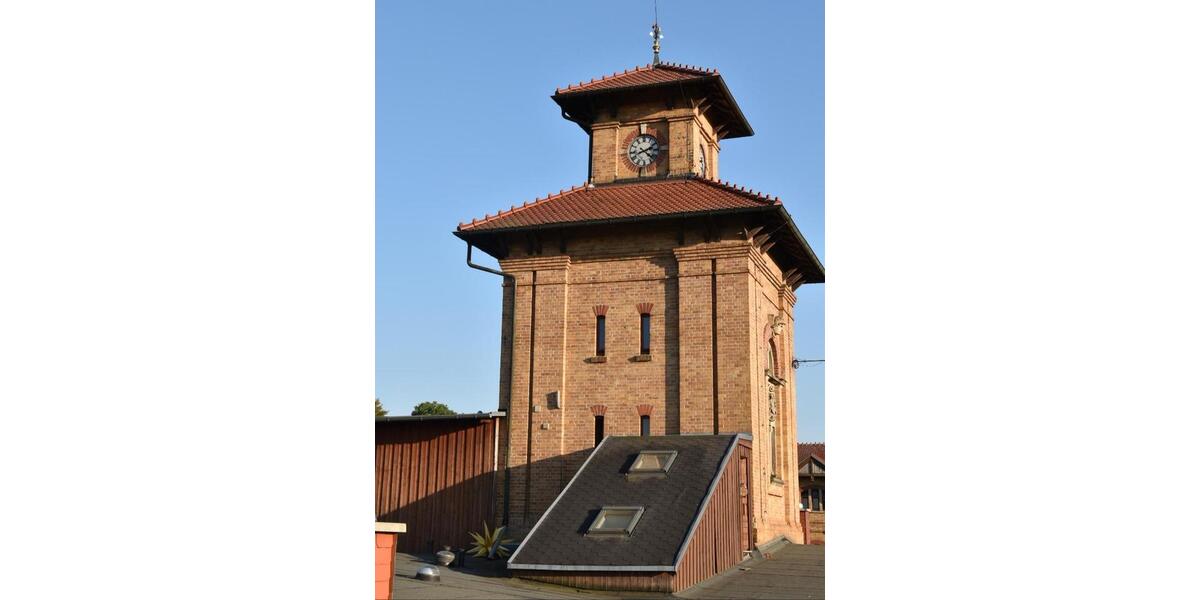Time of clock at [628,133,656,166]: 2:21
